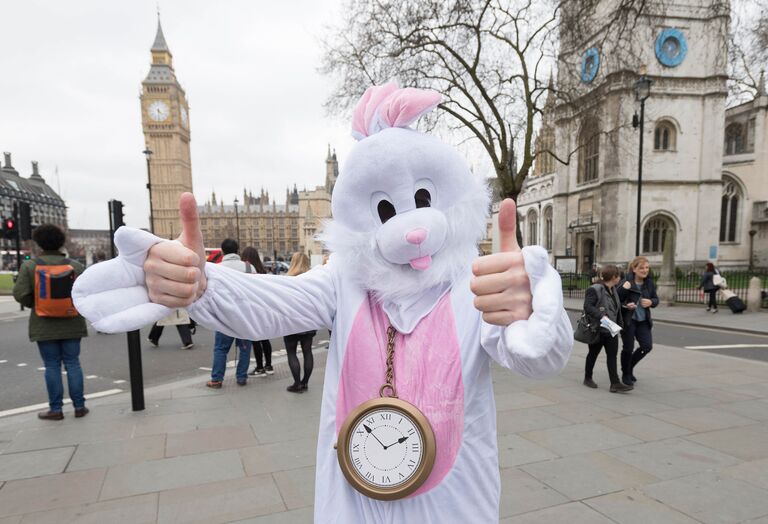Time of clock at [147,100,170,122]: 4:30
